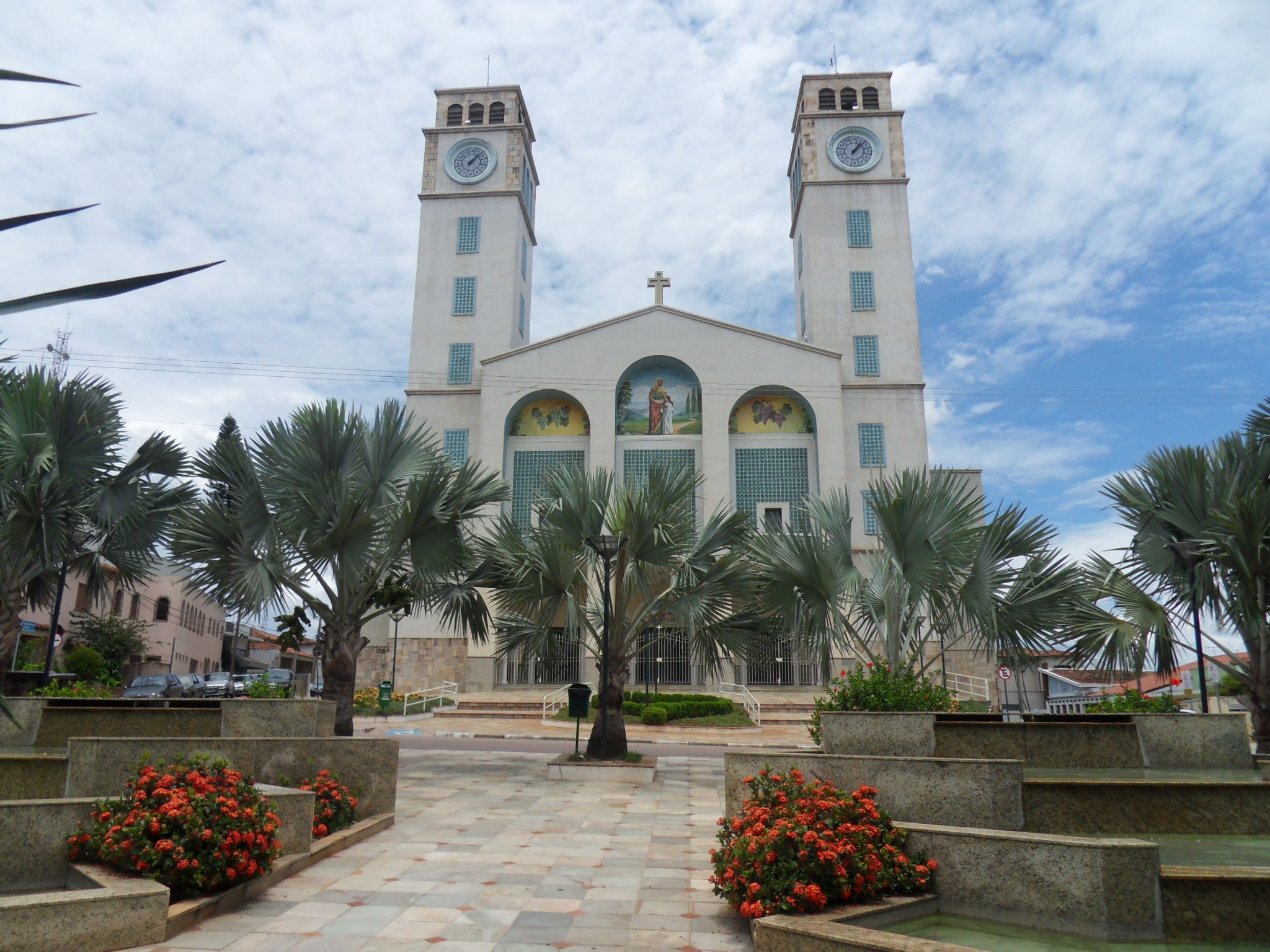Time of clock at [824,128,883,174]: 1:07
